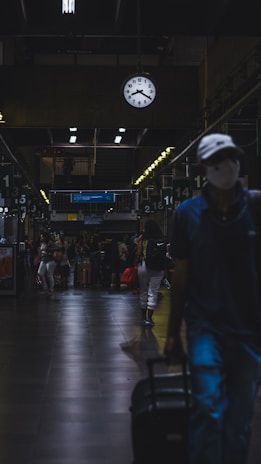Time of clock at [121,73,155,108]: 8:20
